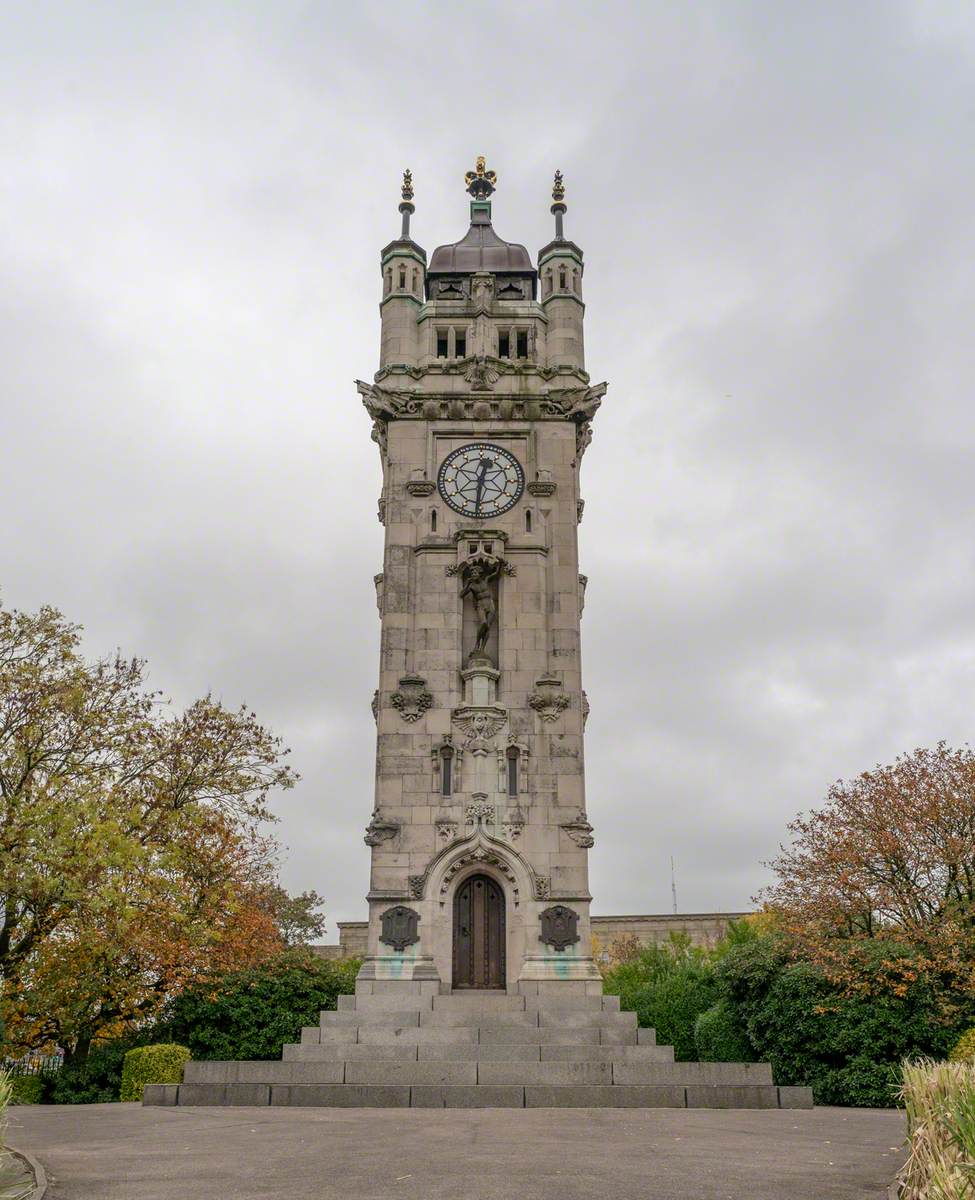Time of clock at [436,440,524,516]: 12:30
